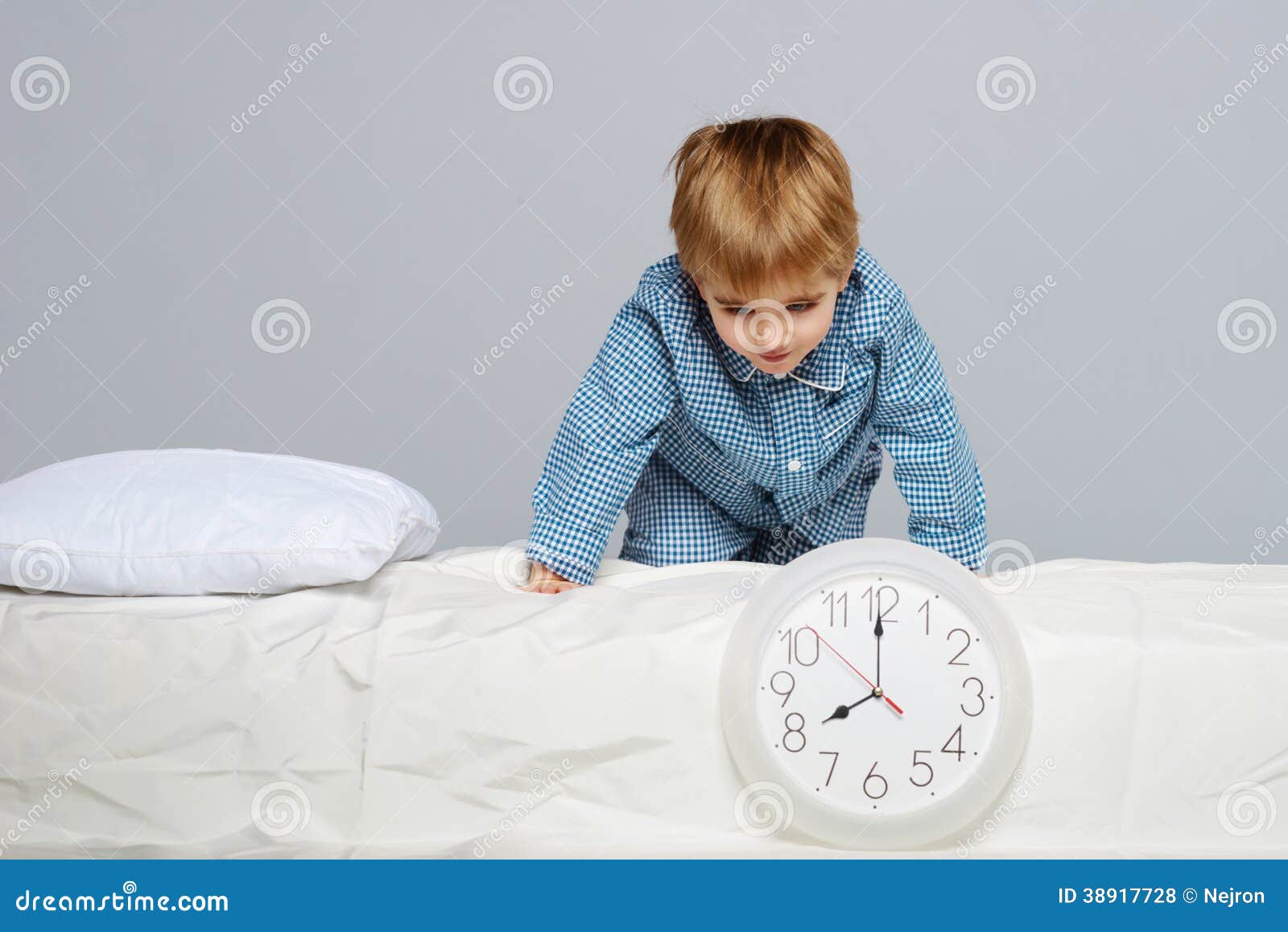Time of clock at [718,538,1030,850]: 7:59
